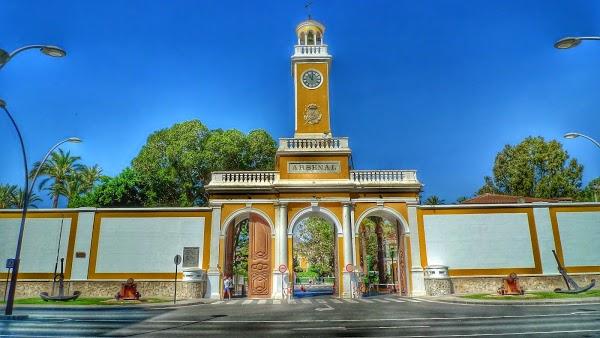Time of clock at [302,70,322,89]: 11:01
